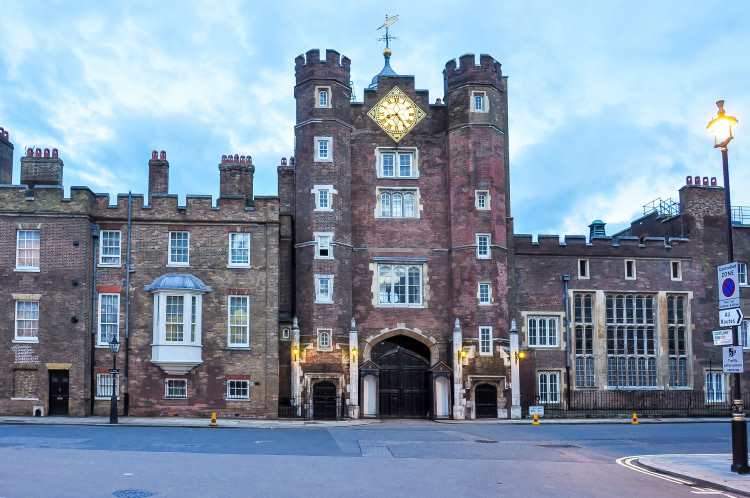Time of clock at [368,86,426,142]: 8:24
